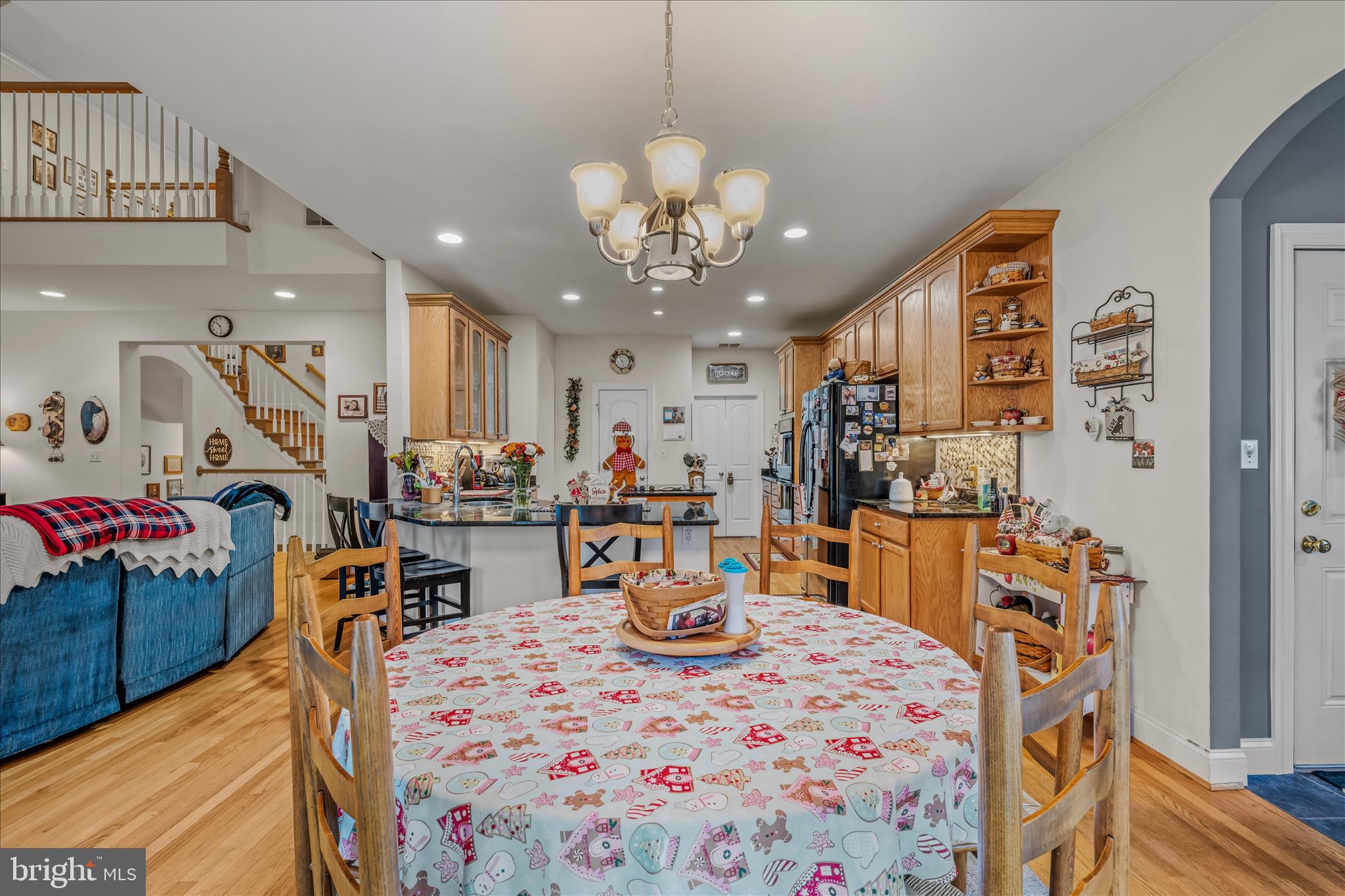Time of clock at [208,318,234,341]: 10:27
